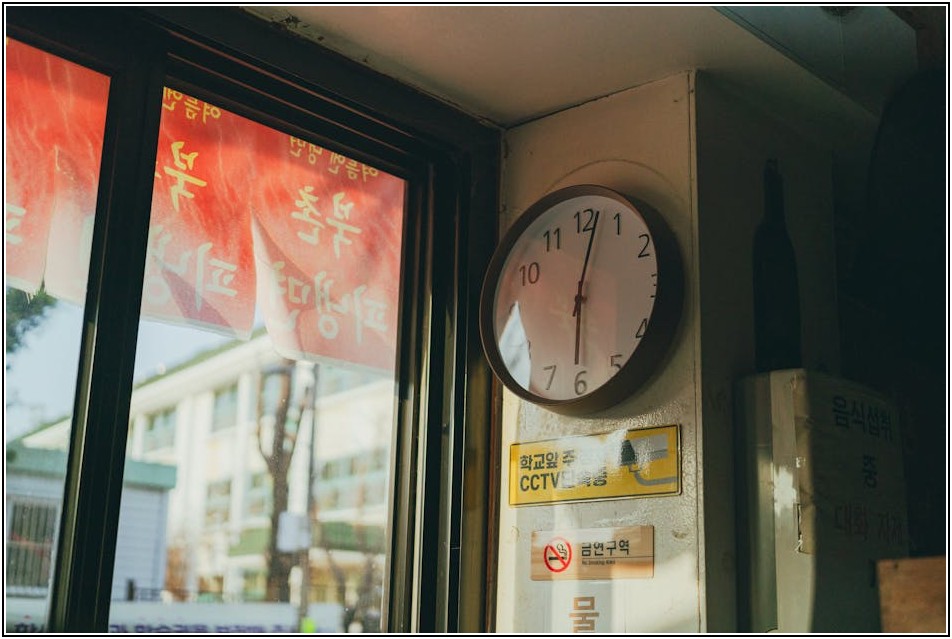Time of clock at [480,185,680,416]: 6:02
